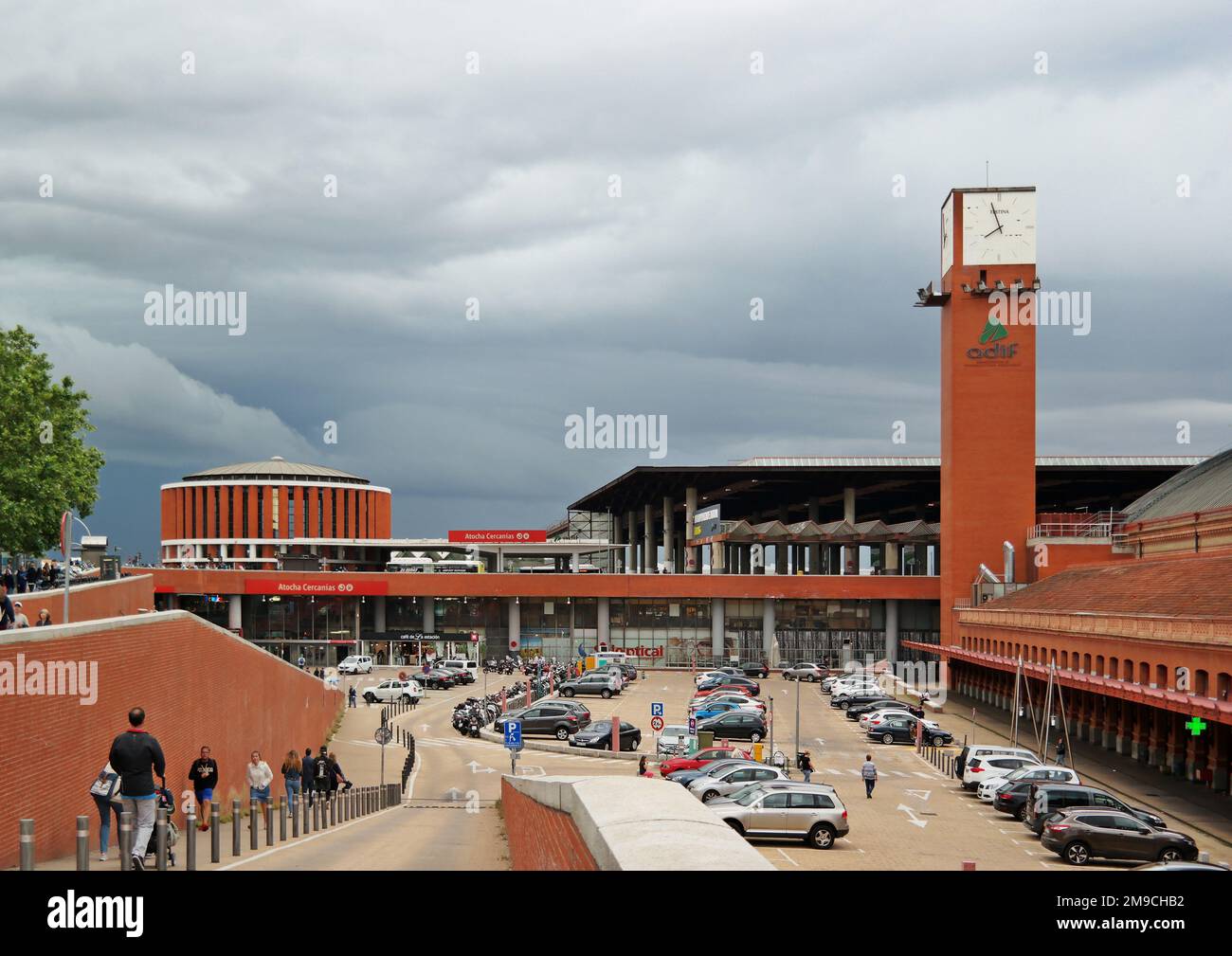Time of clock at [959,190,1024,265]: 7:56
